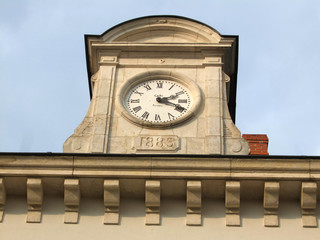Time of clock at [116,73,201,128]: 2:18
